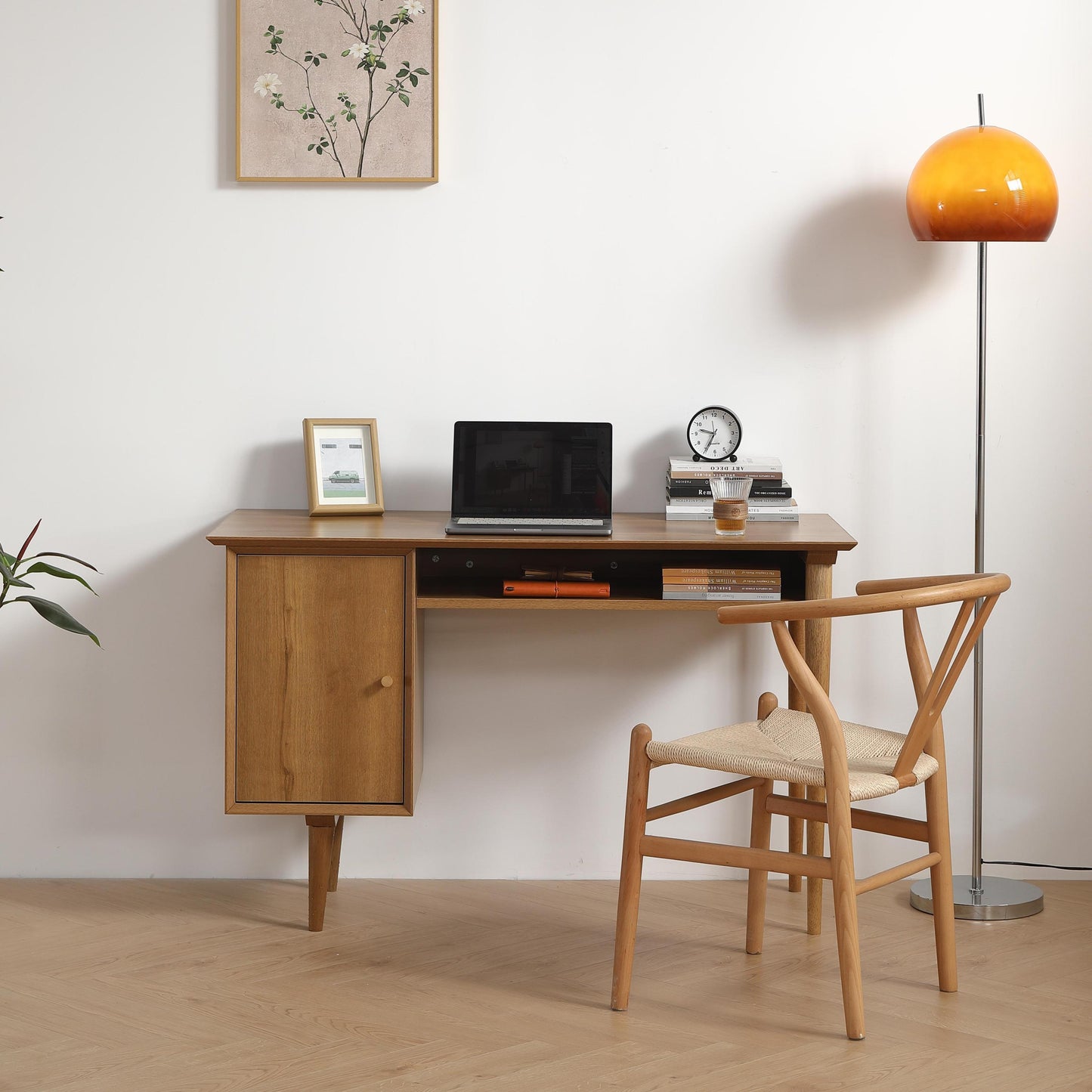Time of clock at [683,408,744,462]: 9:34
